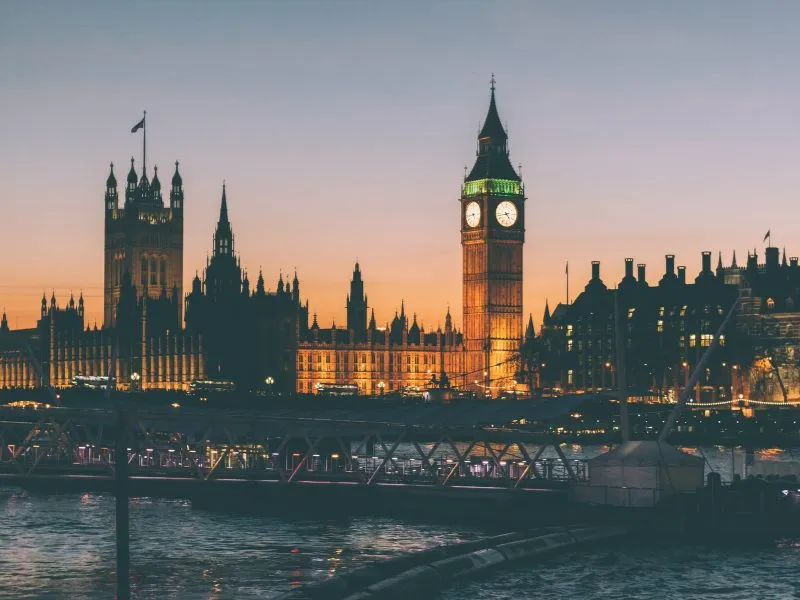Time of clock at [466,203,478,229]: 4:43
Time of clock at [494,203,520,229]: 4:42
